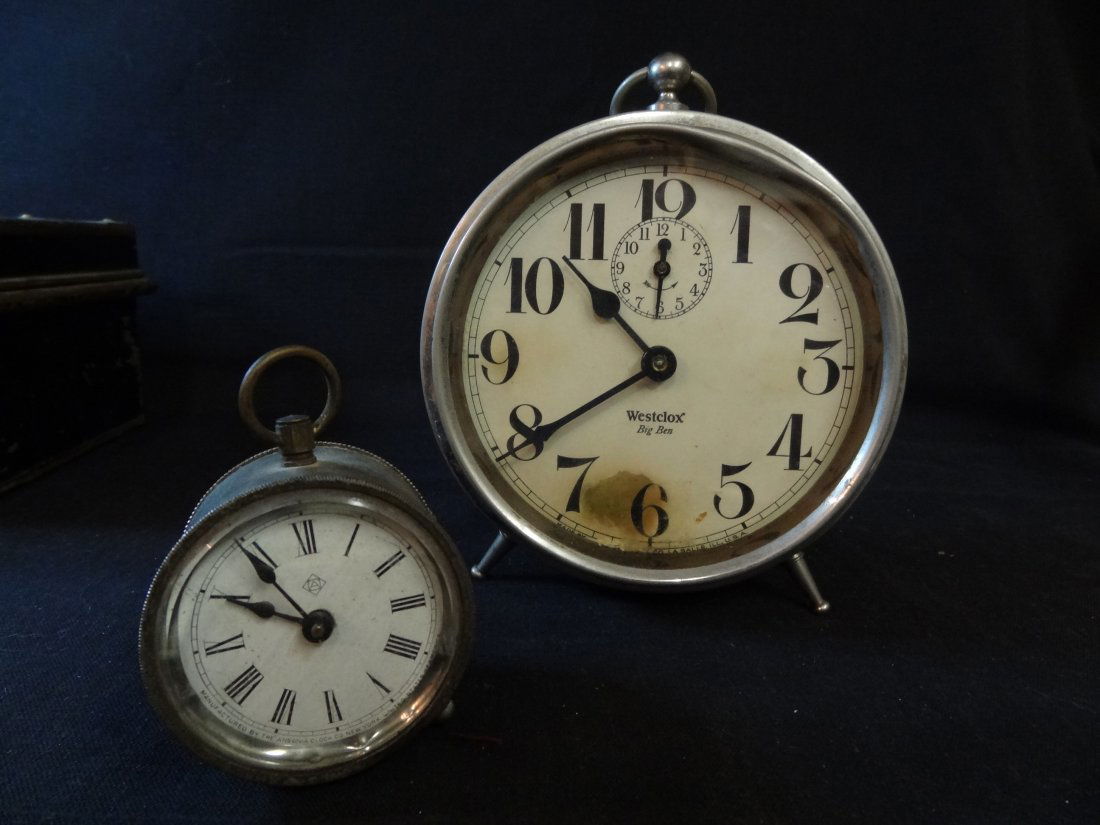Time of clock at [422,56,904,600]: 10:39
